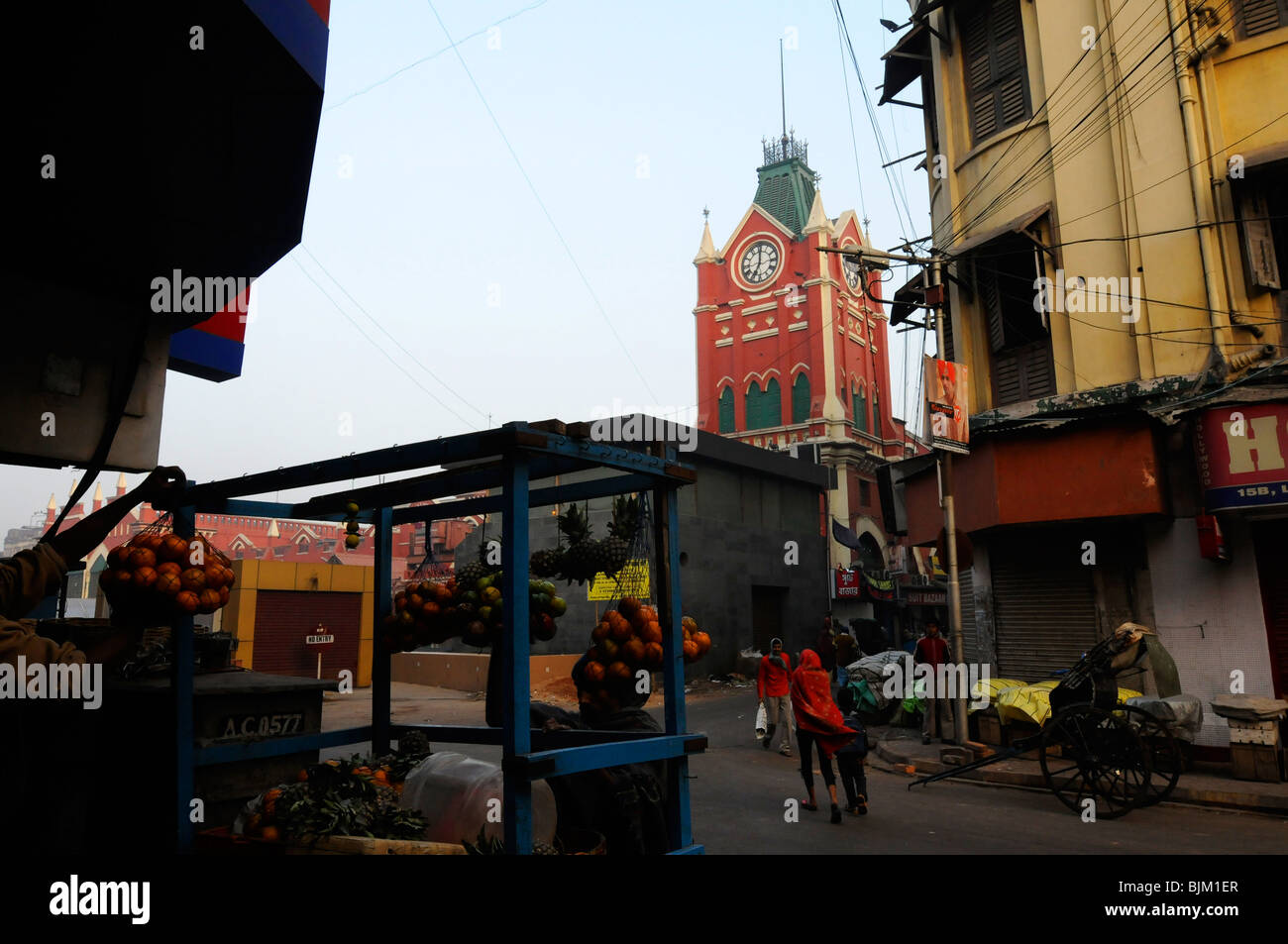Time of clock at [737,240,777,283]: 7:00
